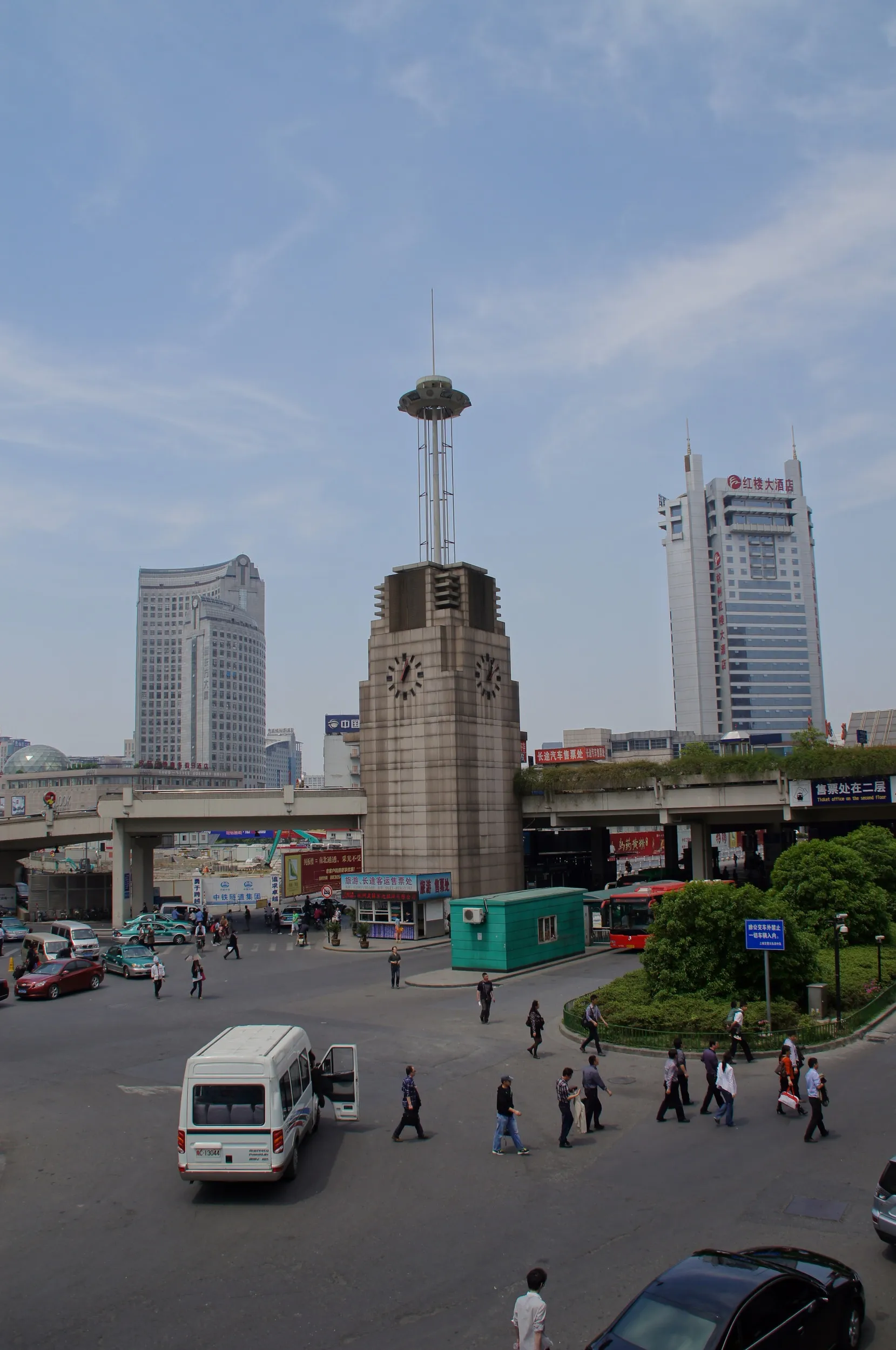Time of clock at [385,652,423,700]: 1:02
